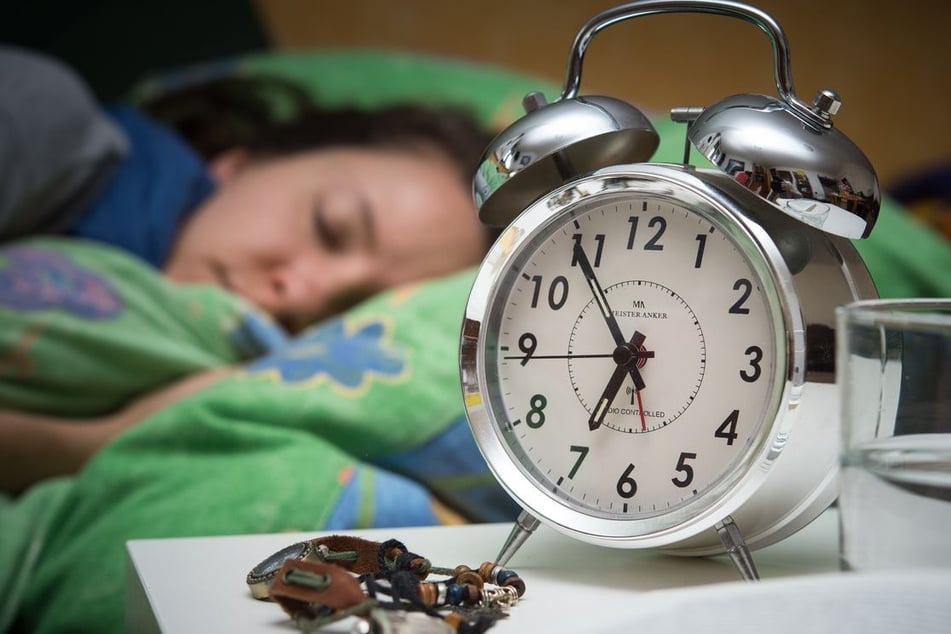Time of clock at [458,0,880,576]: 6:54
